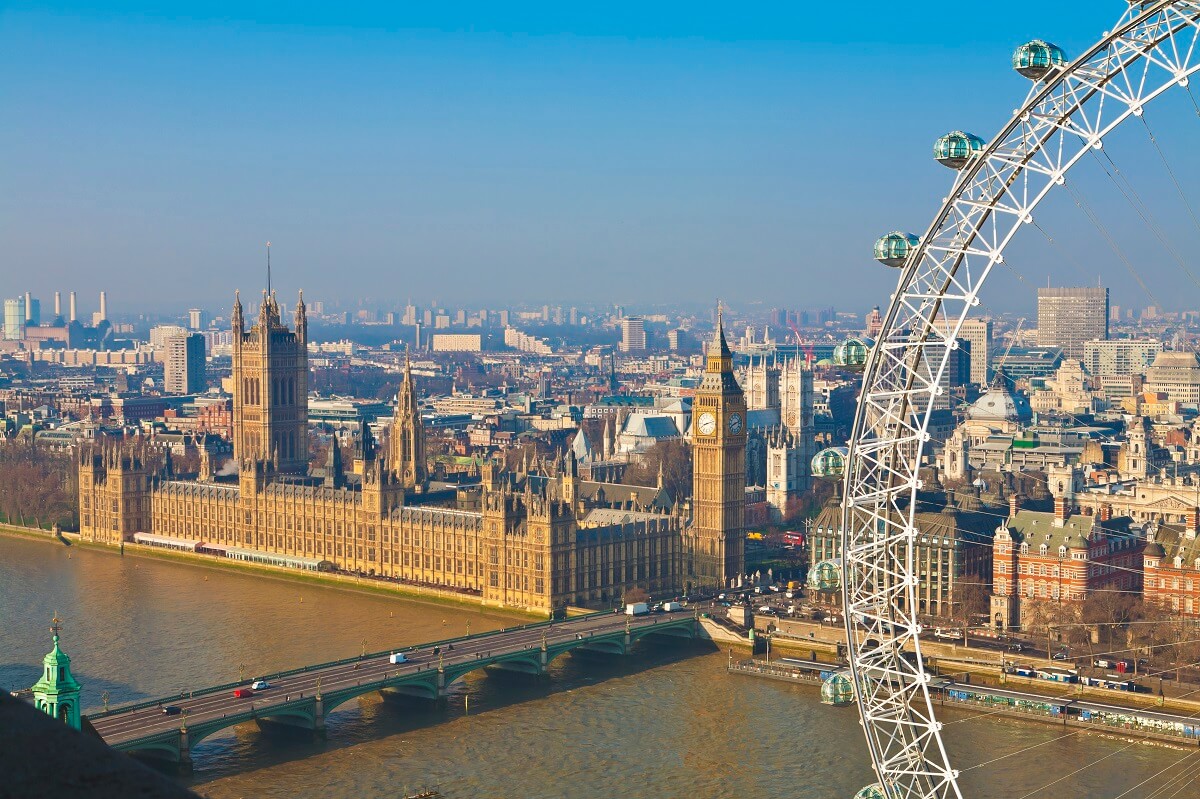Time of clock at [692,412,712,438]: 8:12
